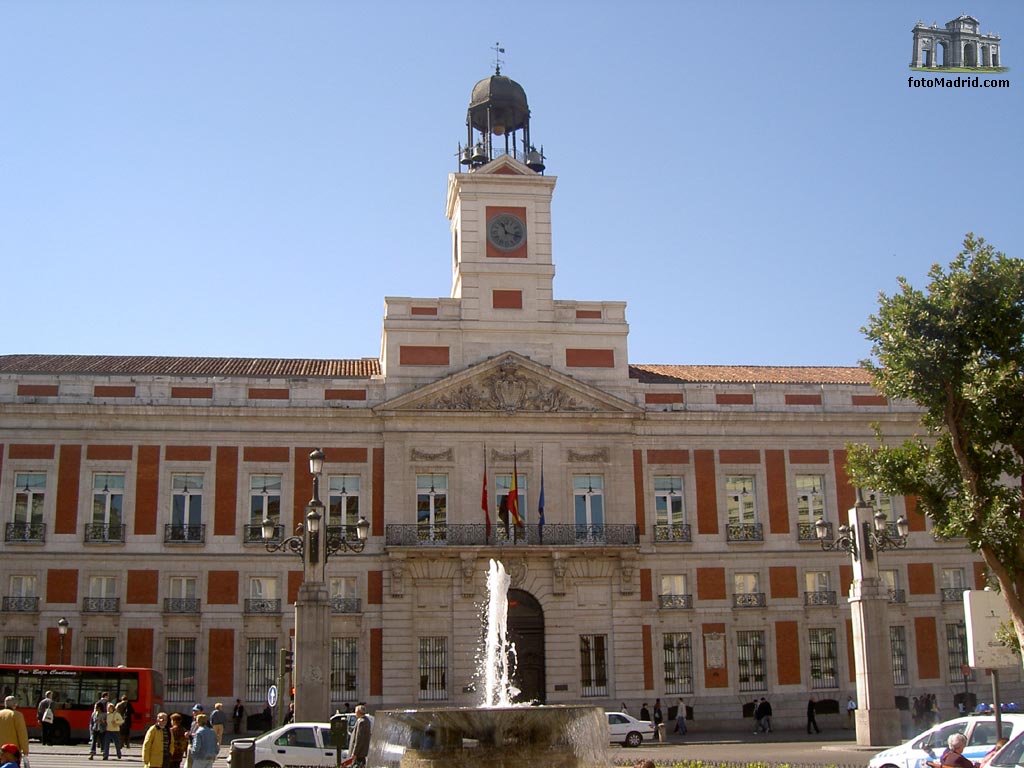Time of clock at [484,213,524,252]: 11:17
